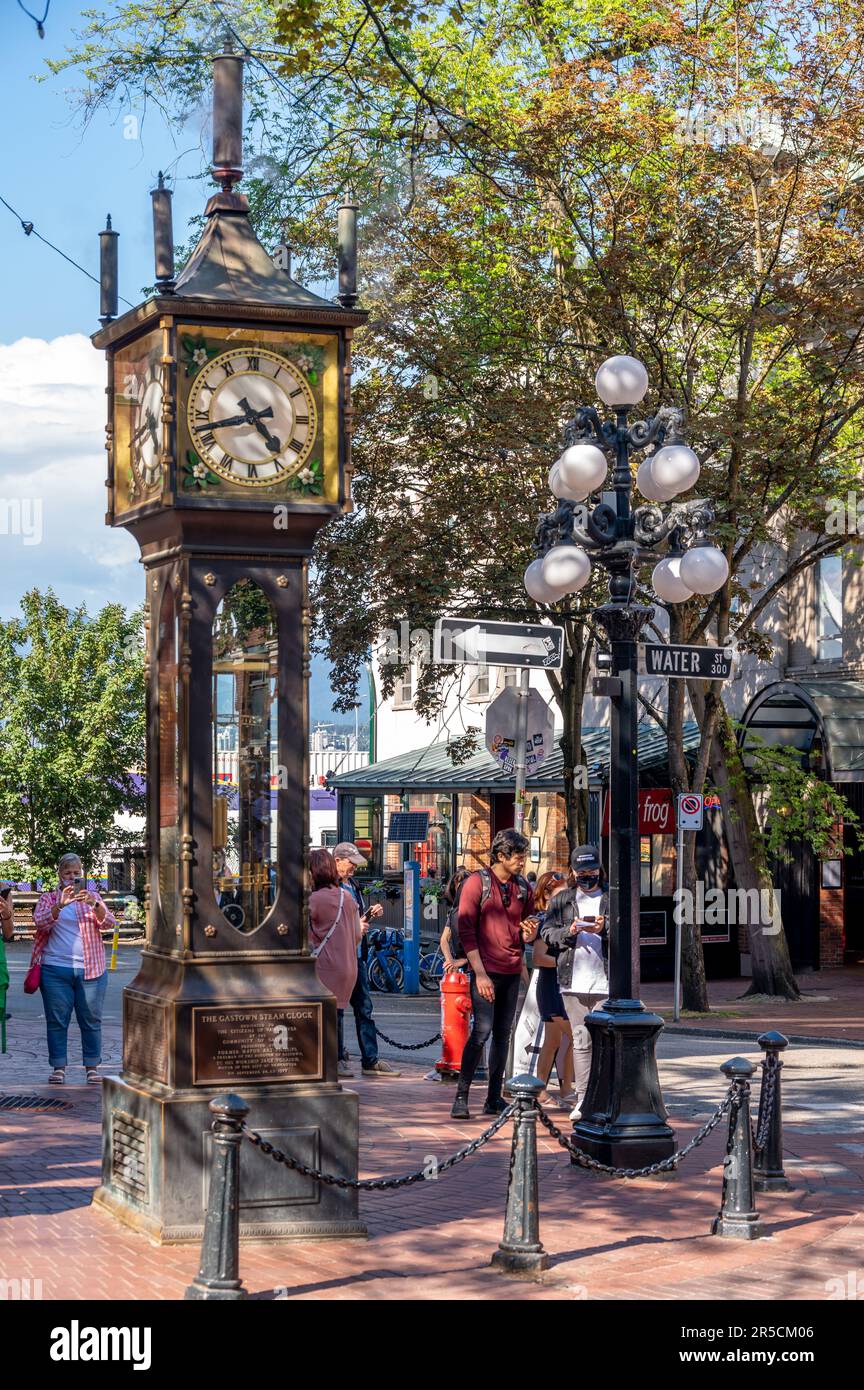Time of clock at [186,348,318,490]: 4:42
